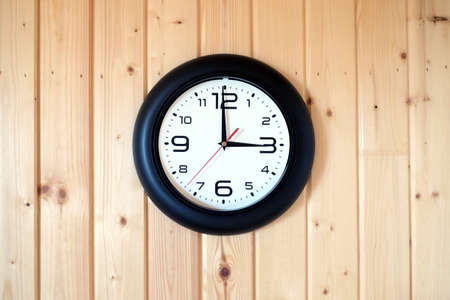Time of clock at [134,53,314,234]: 2:59
